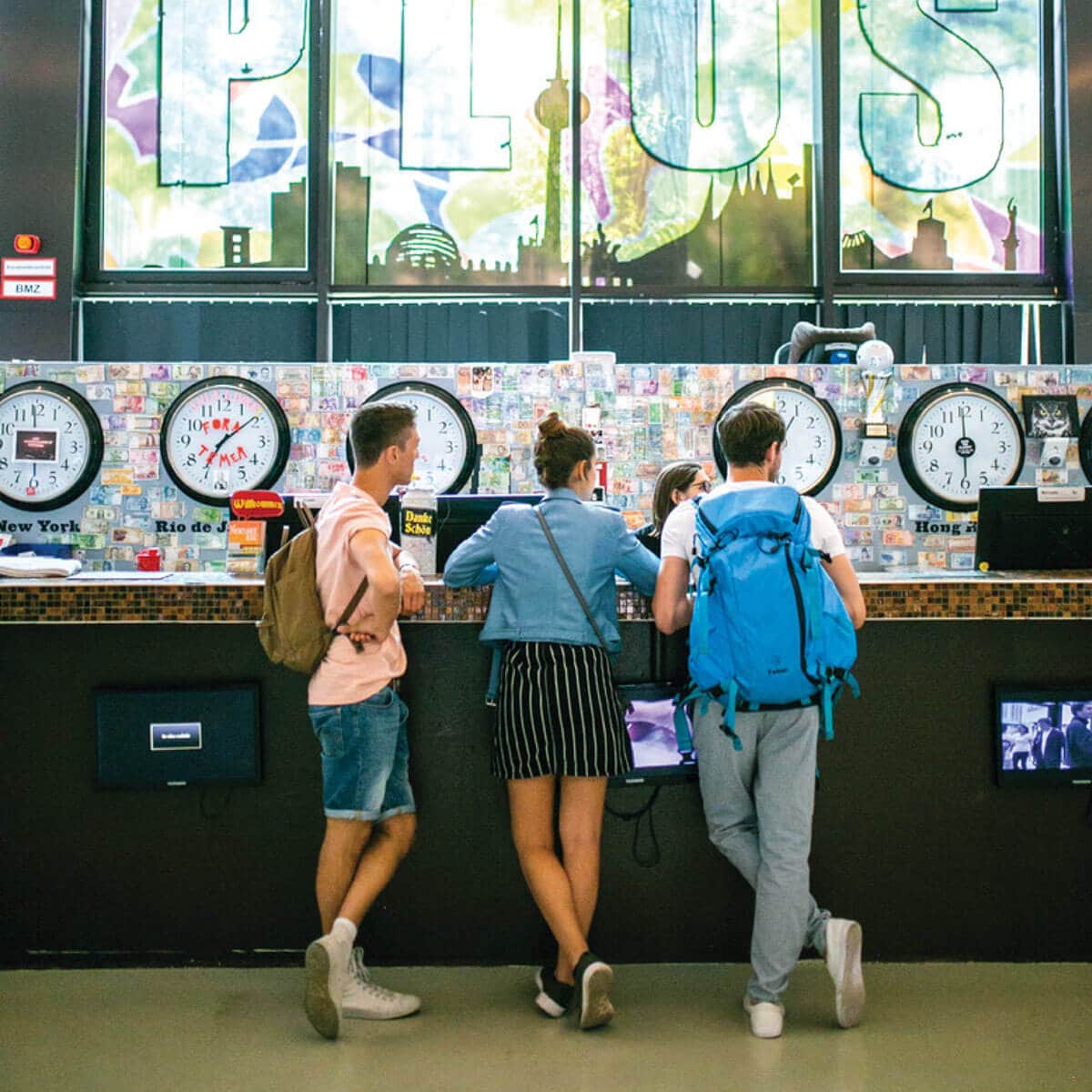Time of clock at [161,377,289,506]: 7:08
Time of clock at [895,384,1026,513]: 5:59
